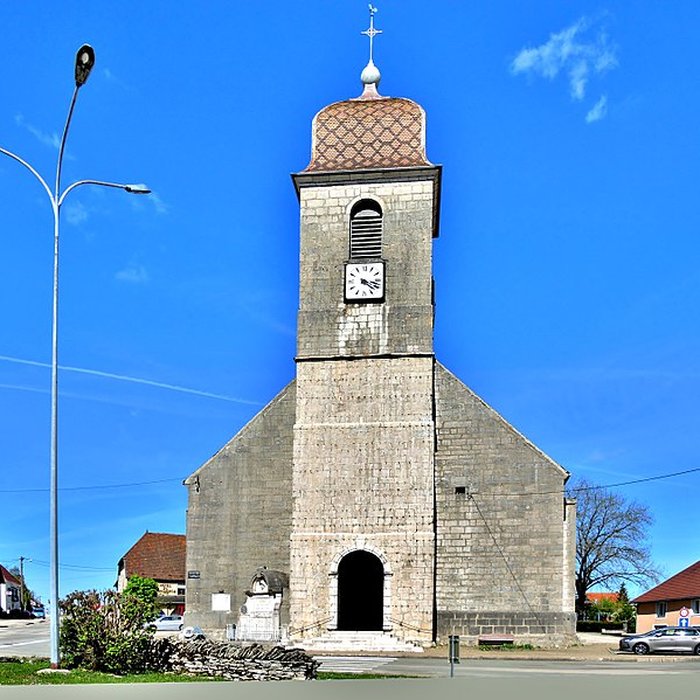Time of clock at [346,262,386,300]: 4:17
